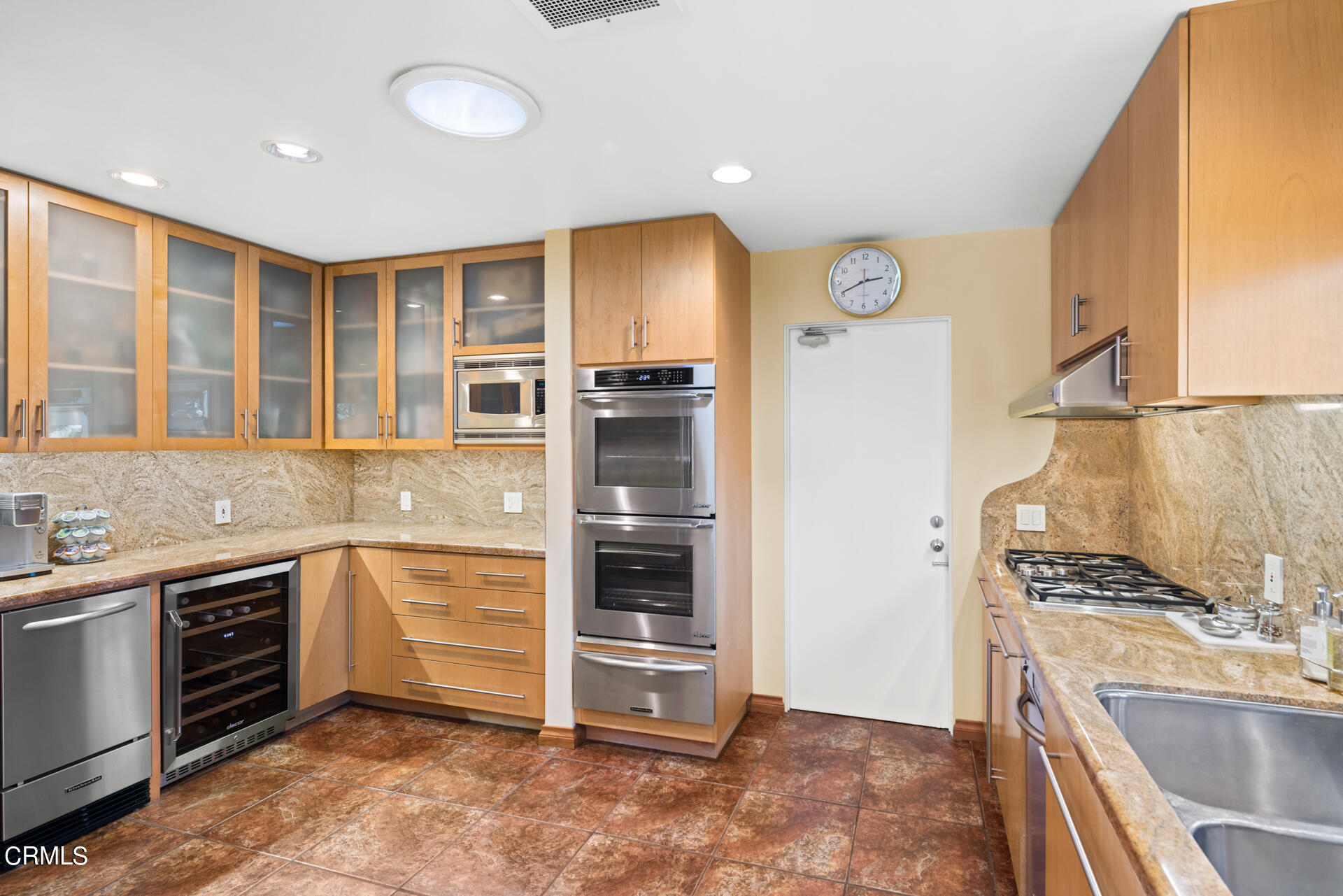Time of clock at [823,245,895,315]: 2:40
